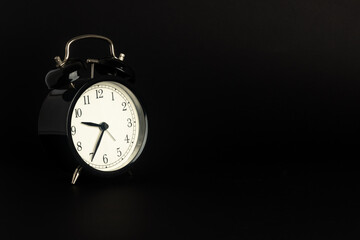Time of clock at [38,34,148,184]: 9:34
